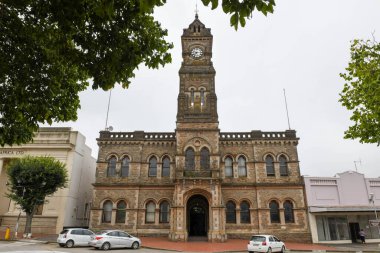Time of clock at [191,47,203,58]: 7:15
